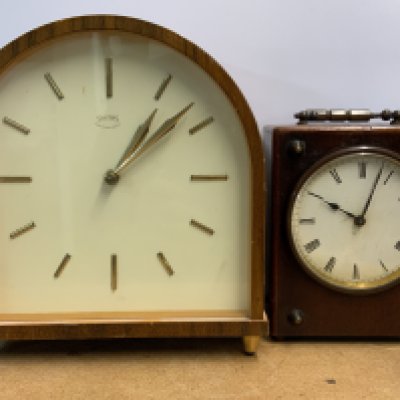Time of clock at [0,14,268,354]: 1:08
